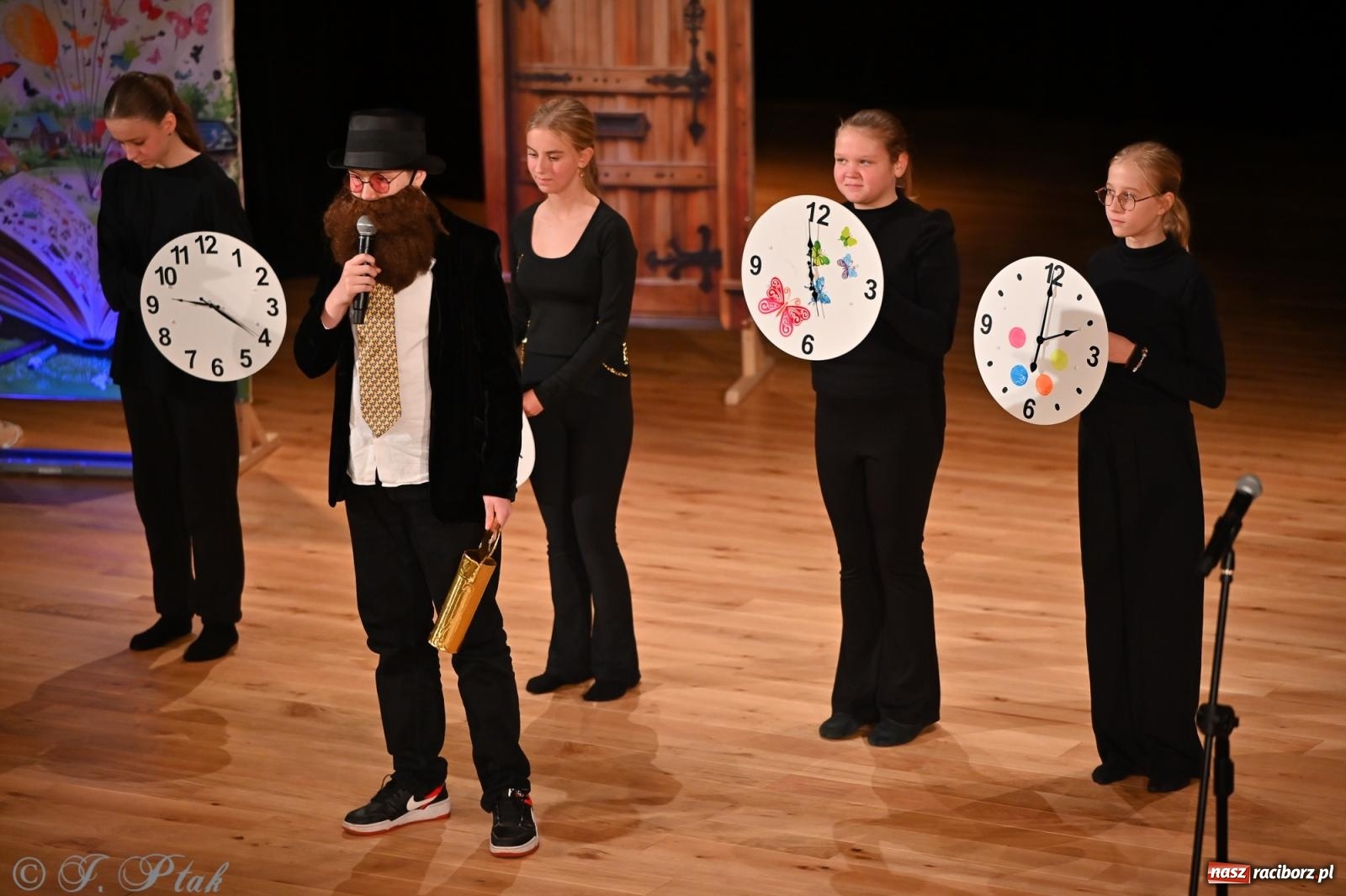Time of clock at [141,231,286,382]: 9:20
